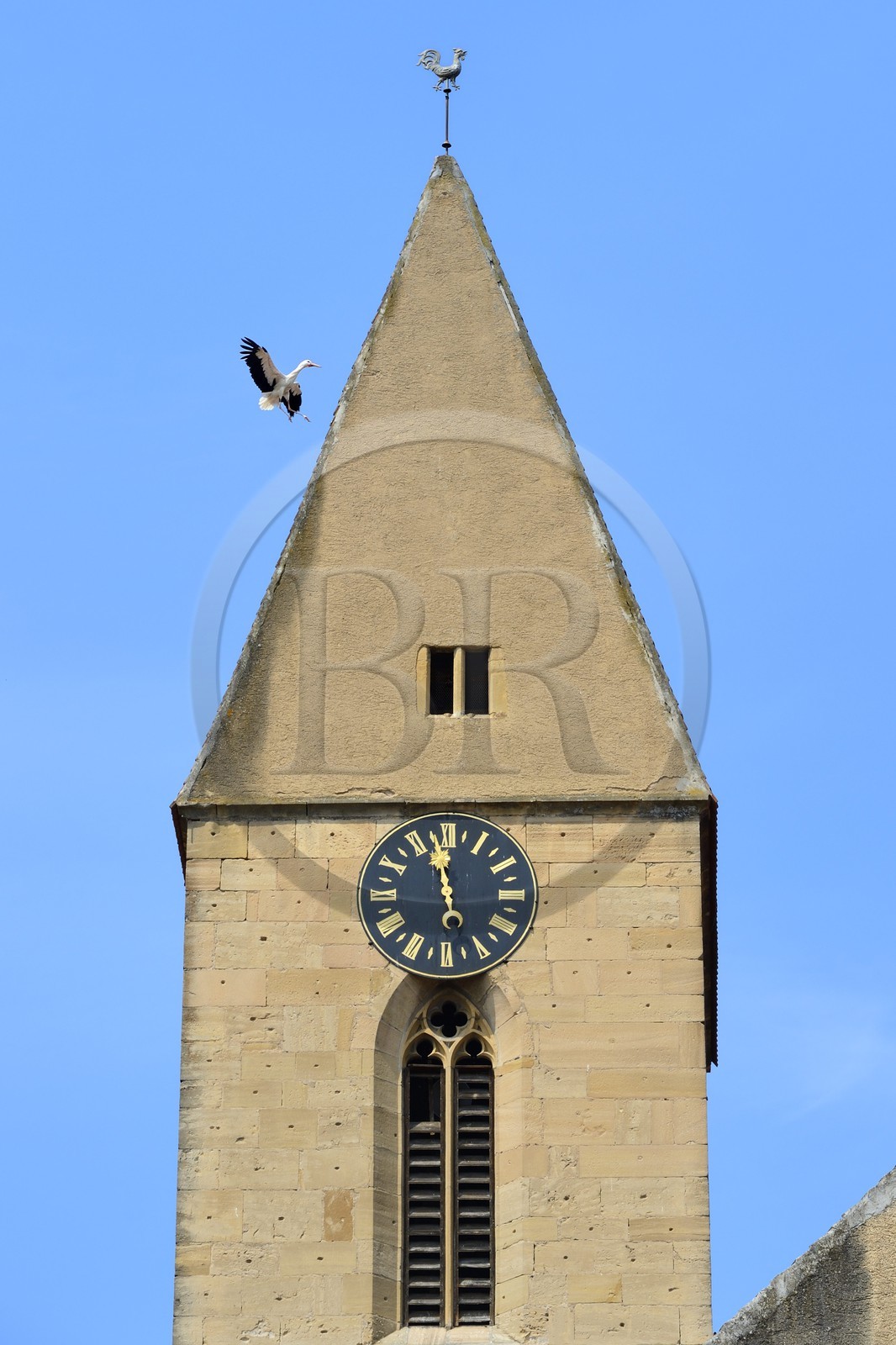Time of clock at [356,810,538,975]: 11:57
